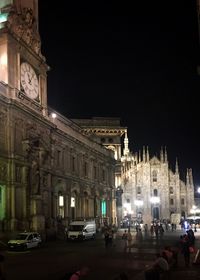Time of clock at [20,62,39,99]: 11:05
